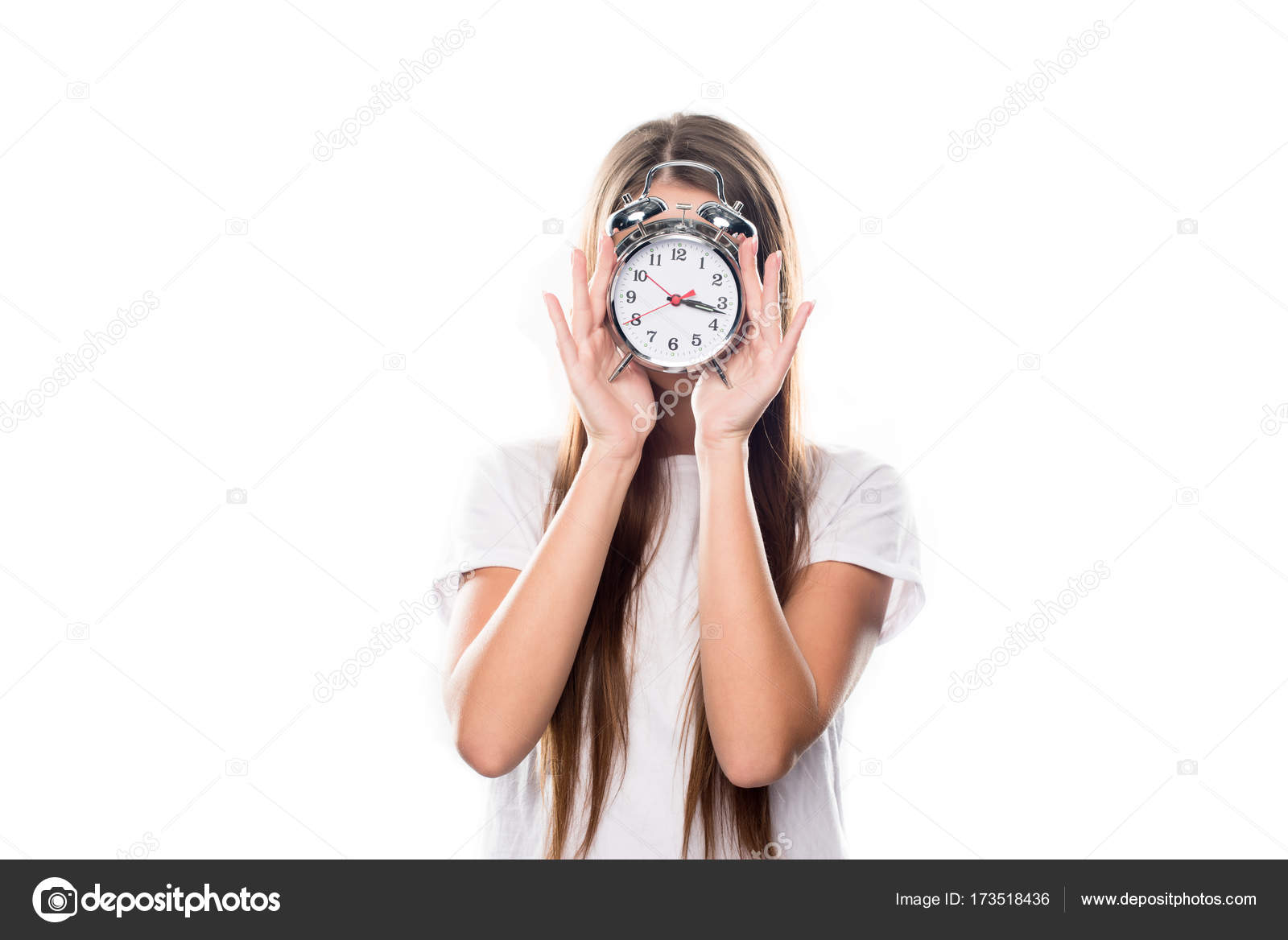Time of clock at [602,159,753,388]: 3:17
